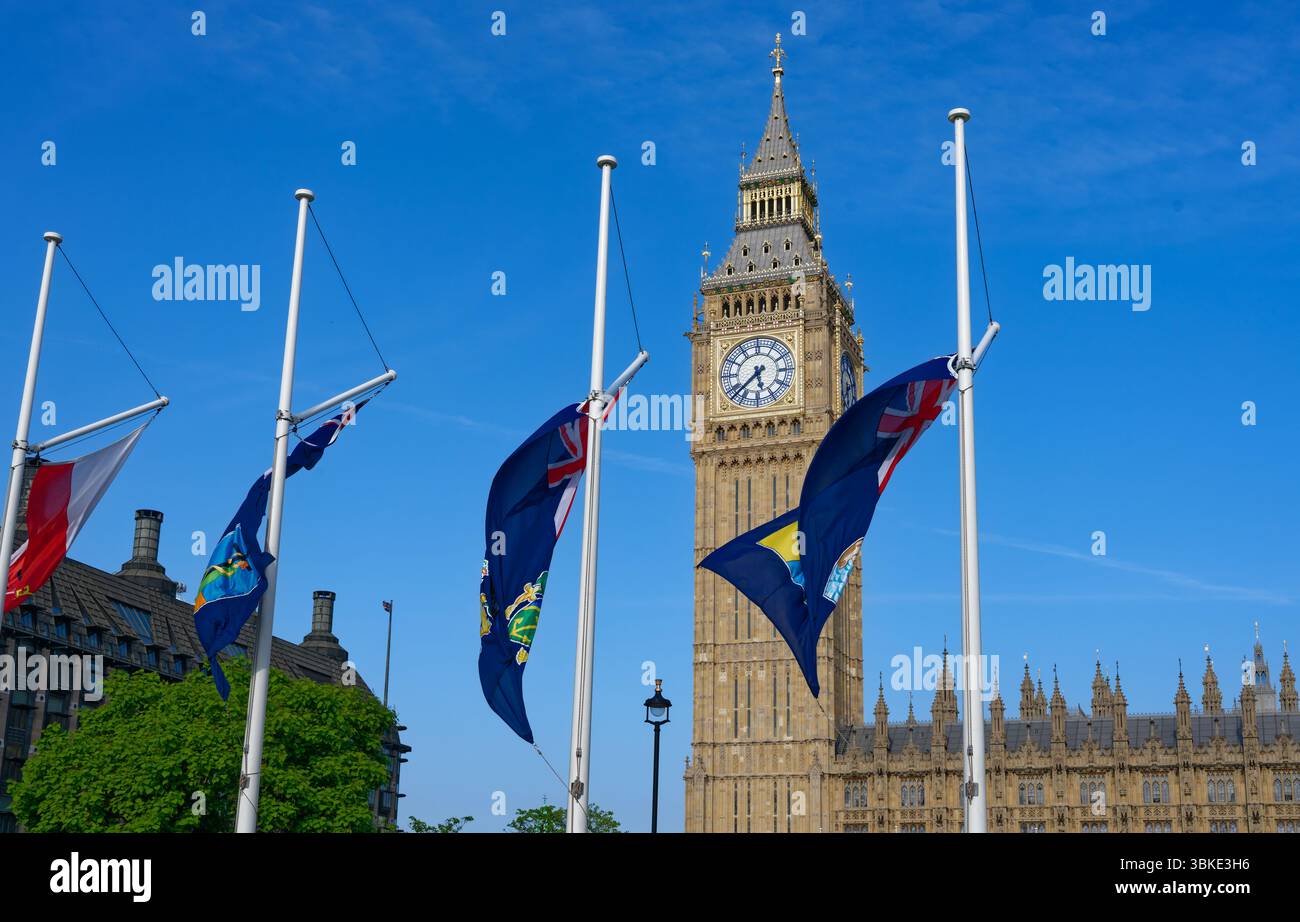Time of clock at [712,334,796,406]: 5:37
